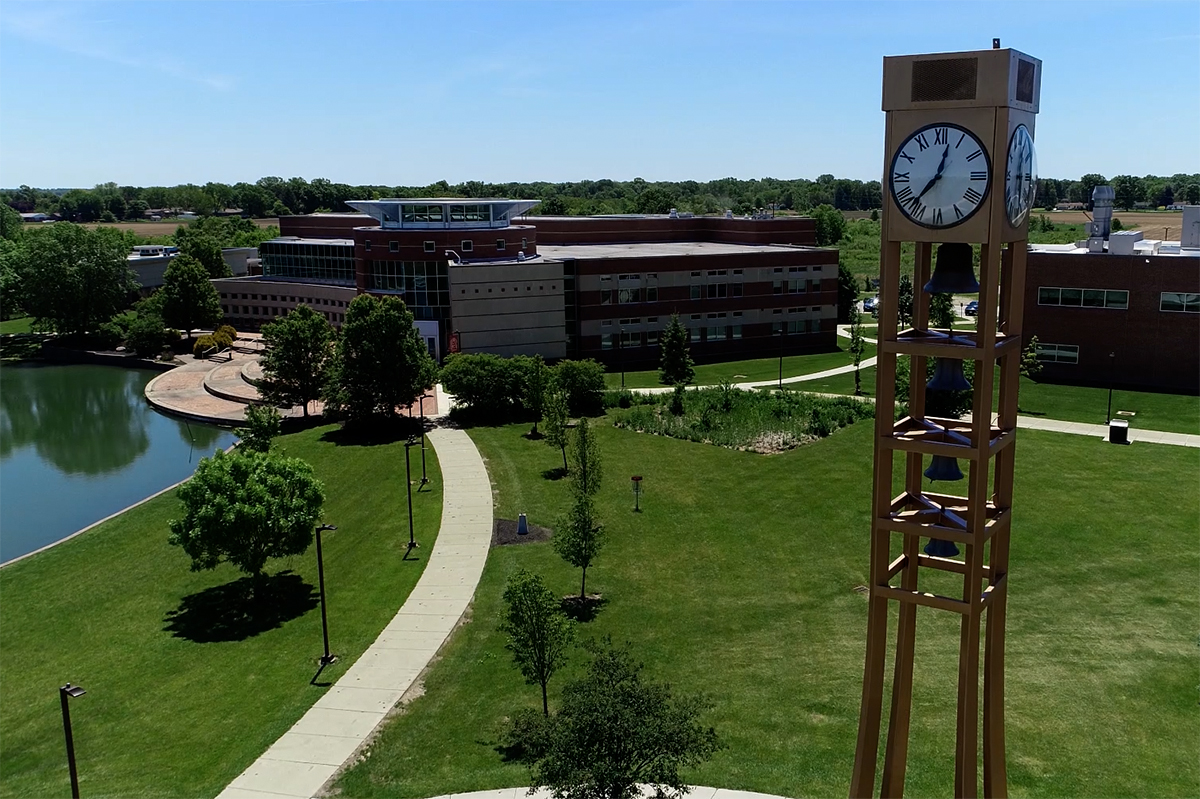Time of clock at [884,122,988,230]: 12:36
